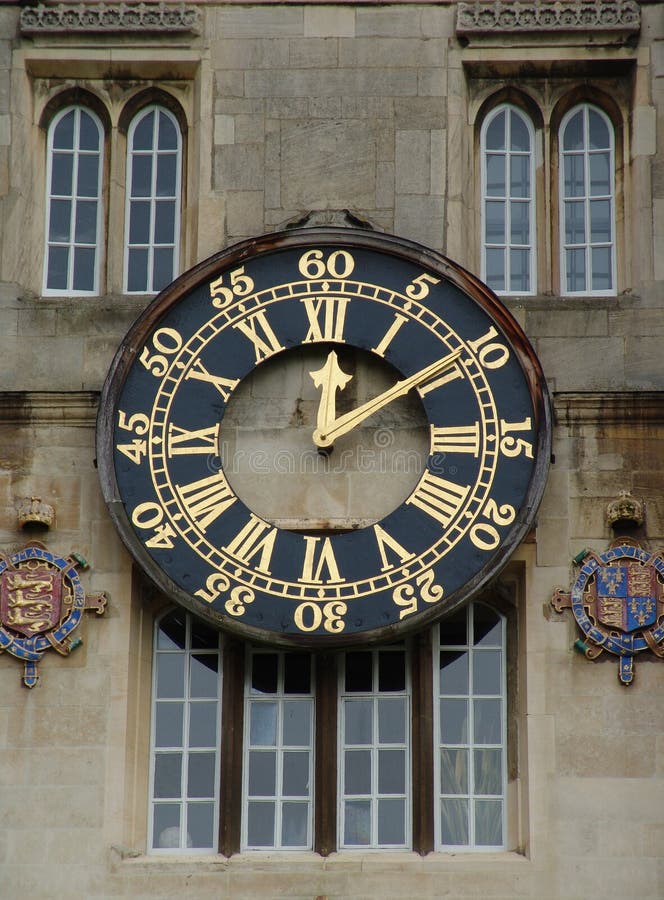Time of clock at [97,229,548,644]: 12:09
